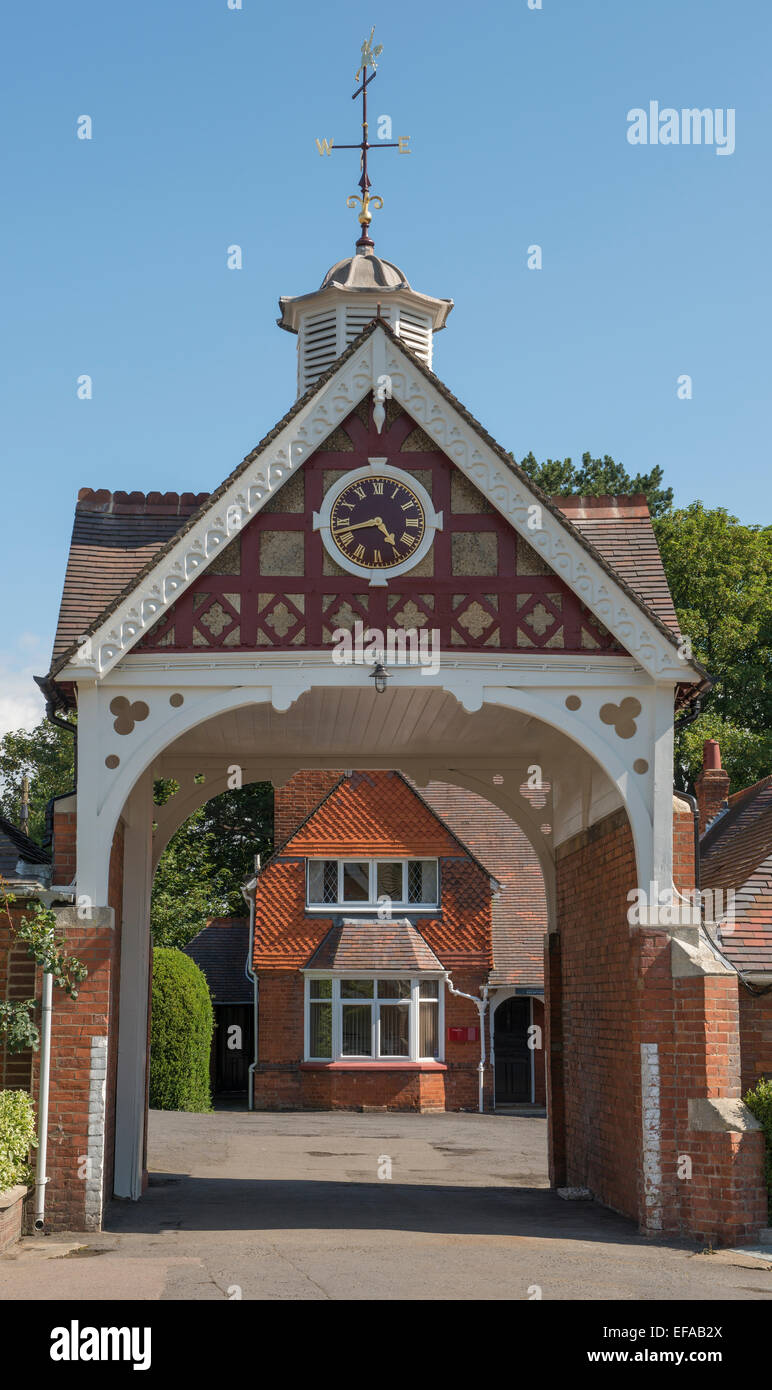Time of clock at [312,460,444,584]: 4:42
